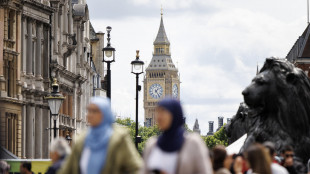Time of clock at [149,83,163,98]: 1:24
